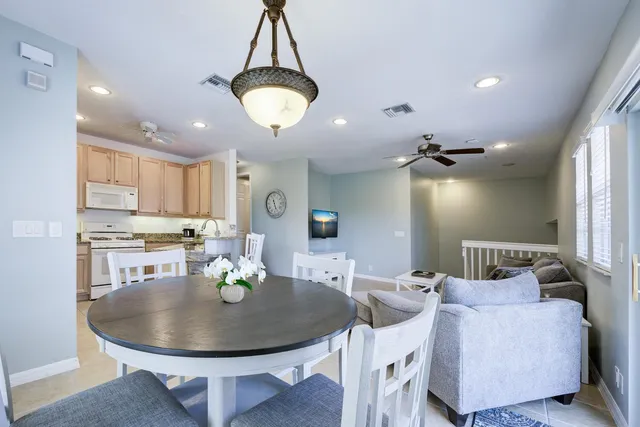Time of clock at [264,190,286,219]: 5:26
